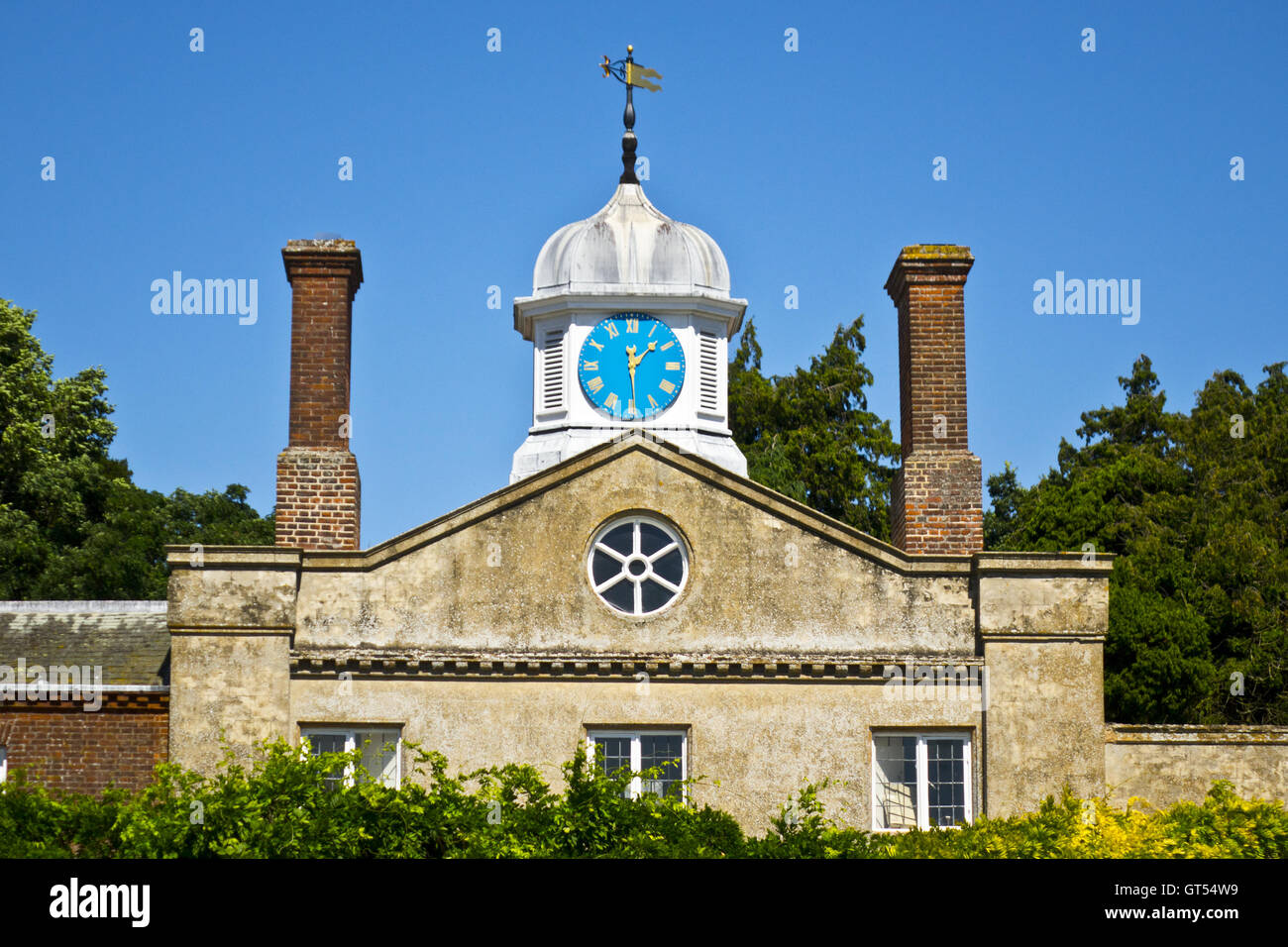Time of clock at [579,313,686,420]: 1:29
